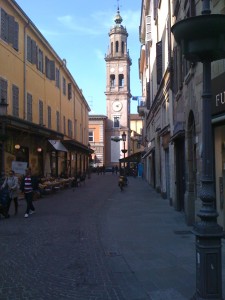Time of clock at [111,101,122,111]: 4:12
